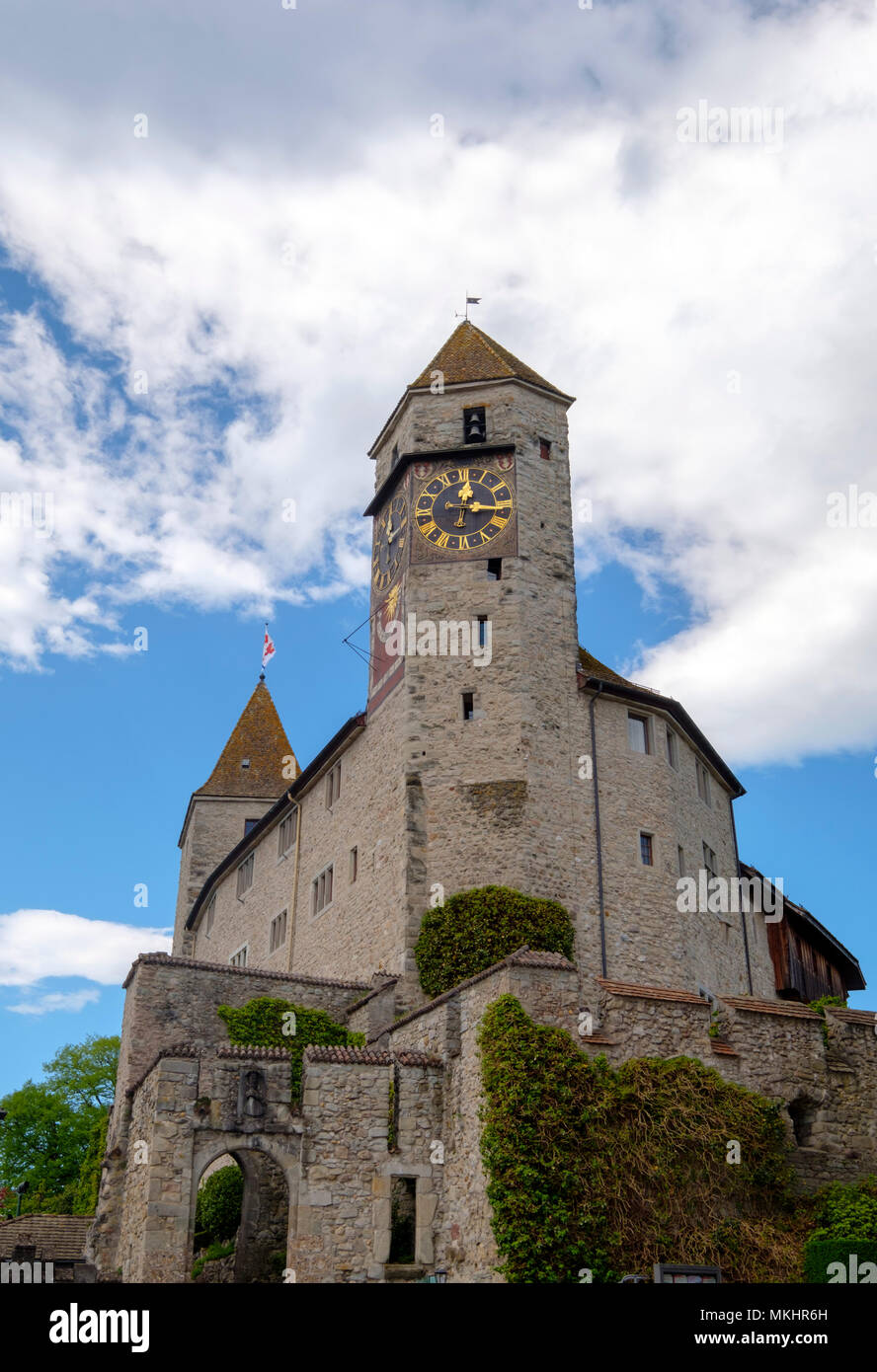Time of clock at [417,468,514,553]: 12:15
